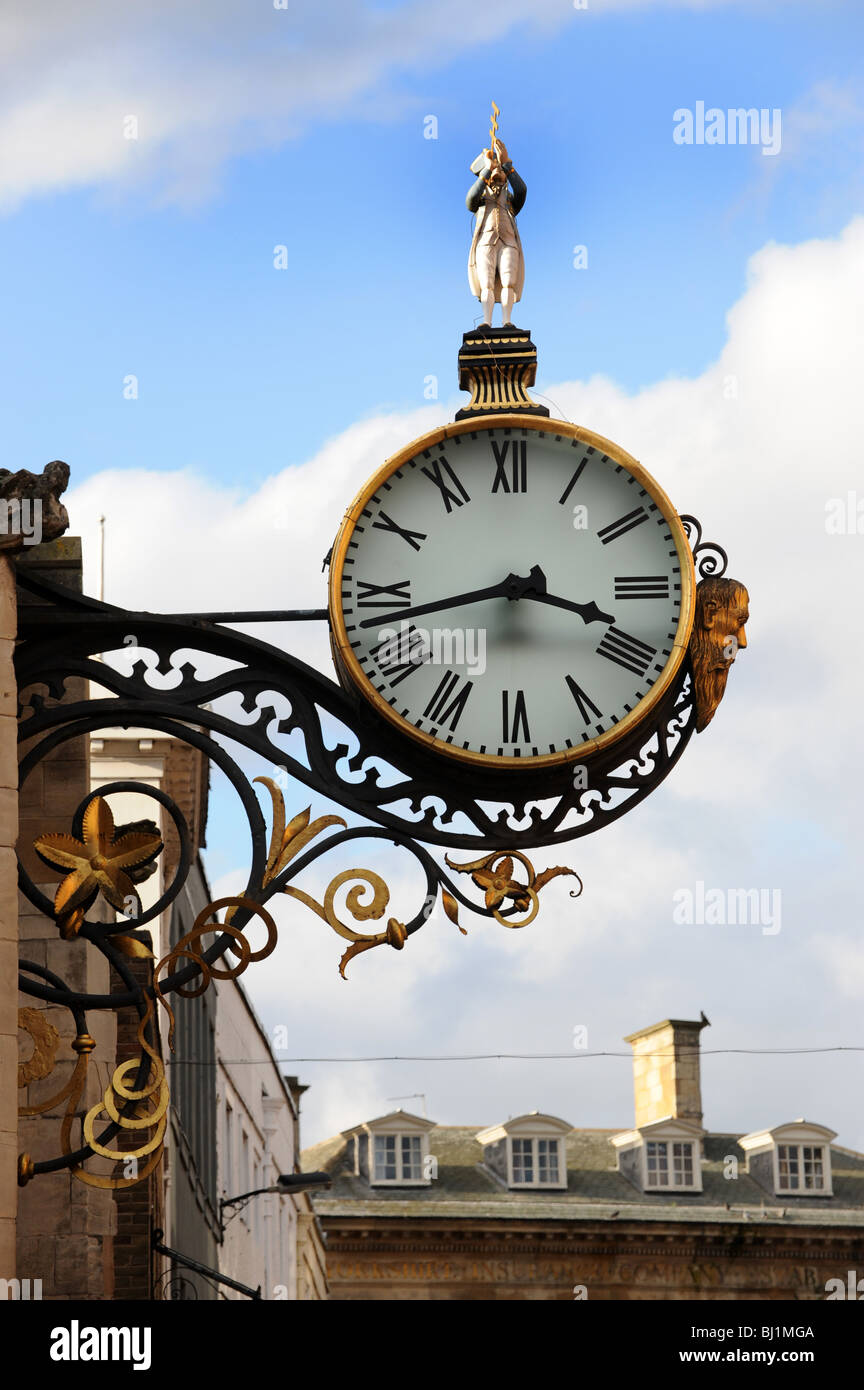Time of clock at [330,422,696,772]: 3:42
